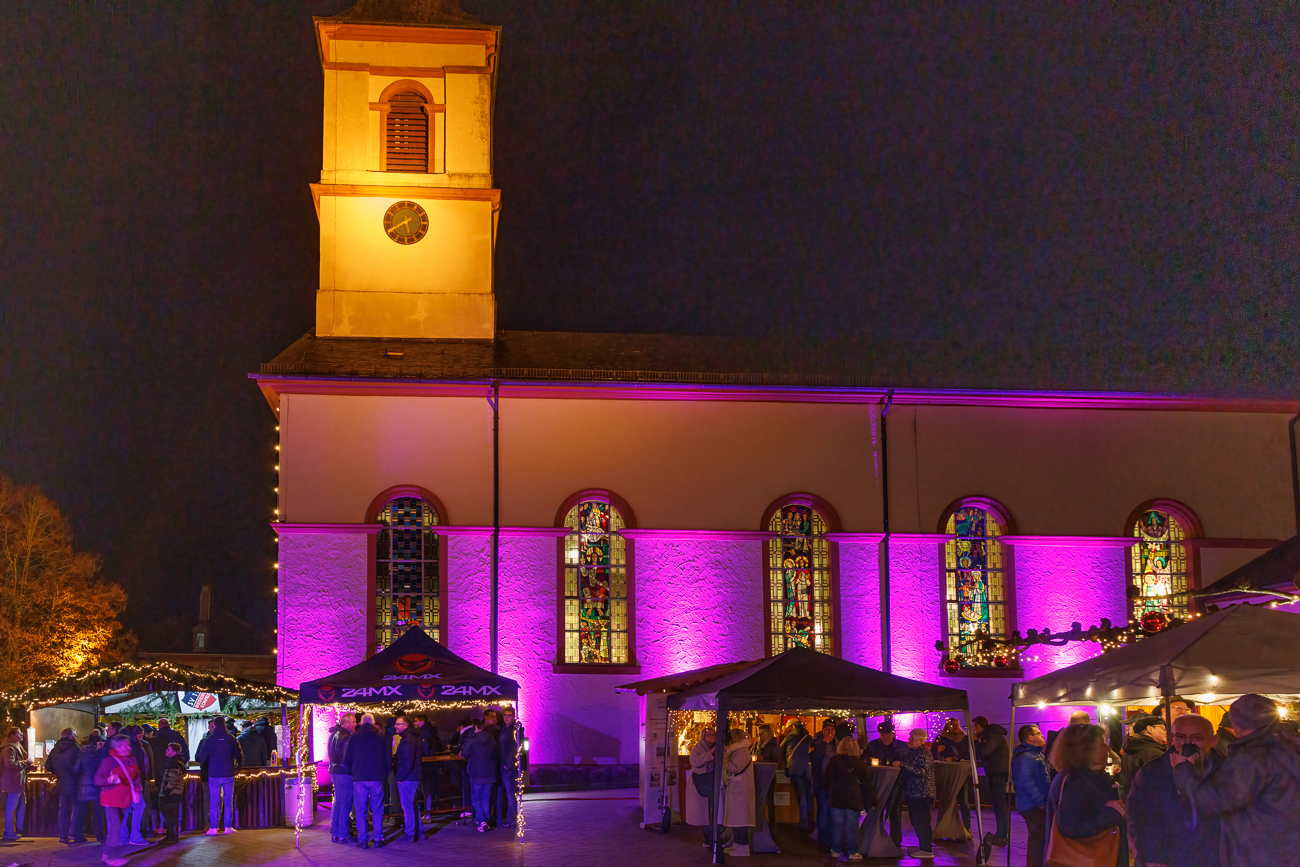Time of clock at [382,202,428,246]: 5:40
